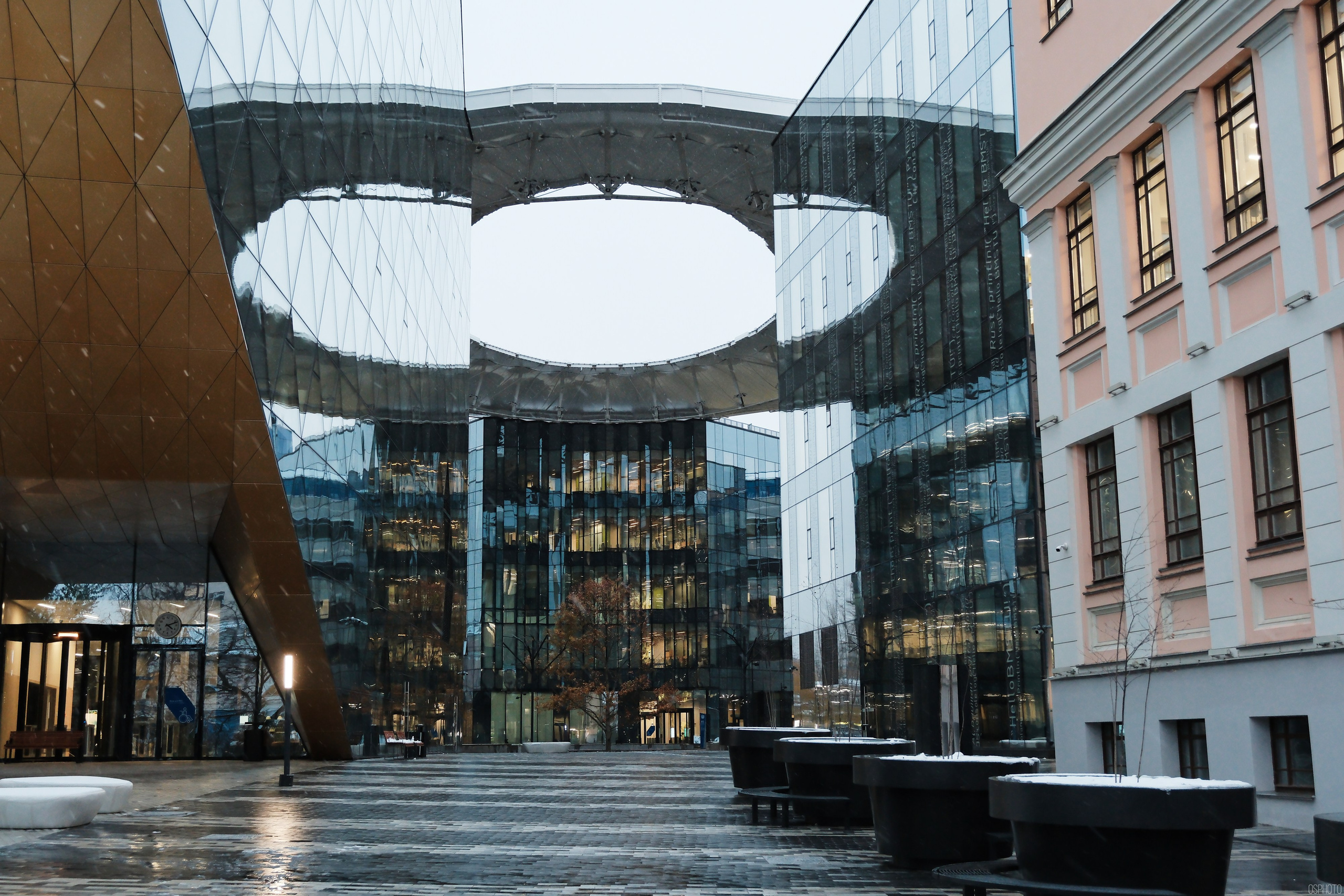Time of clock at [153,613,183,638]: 4:11
